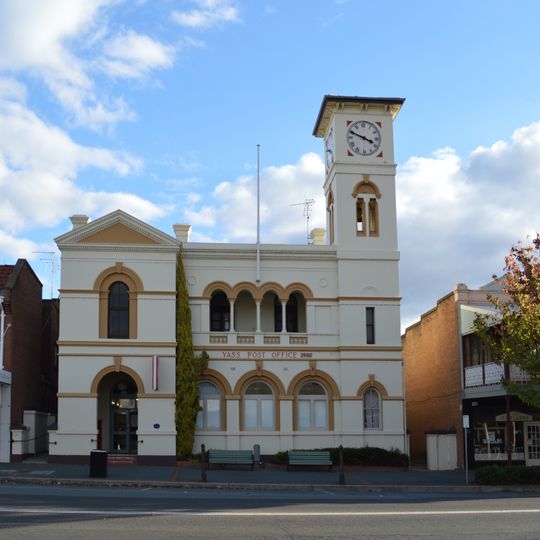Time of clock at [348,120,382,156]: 3:48
